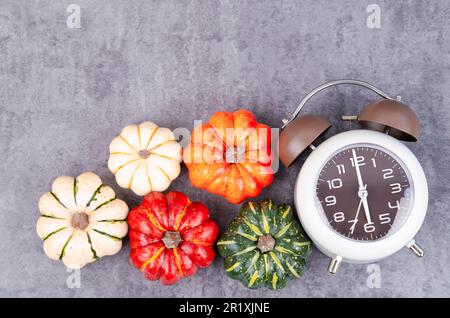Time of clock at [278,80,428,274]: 5:59
